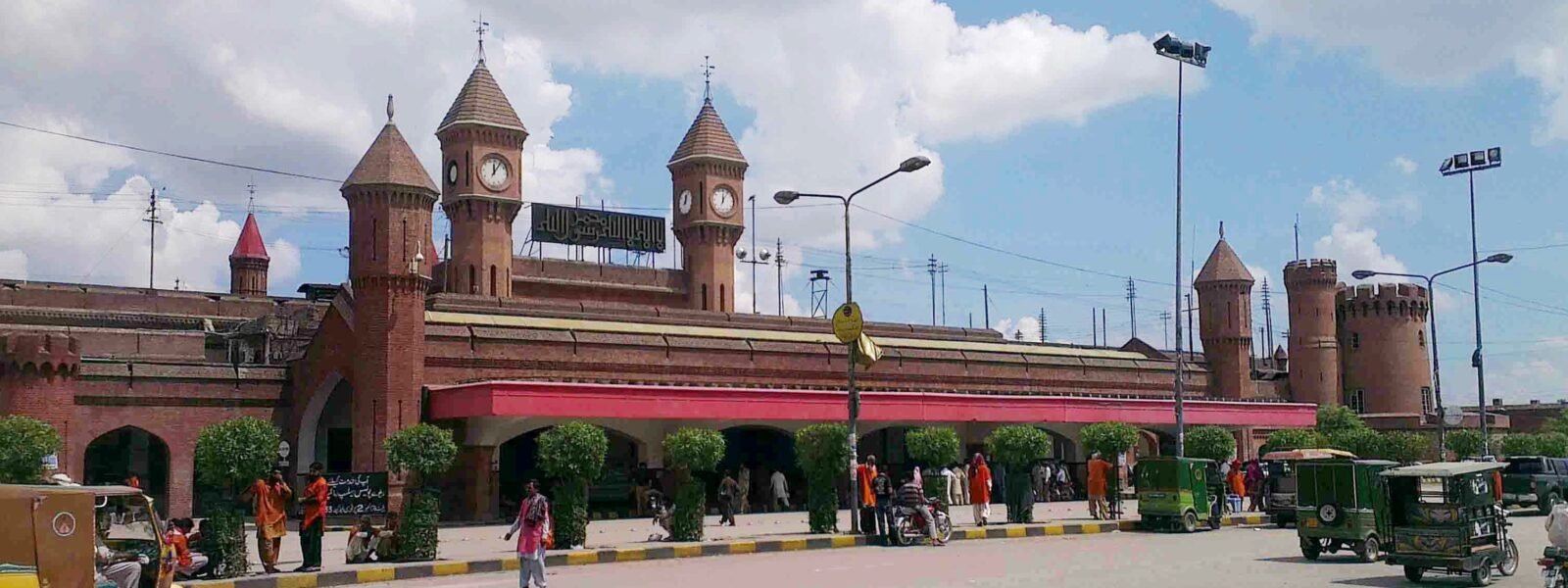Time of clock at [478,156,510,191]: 12:05
